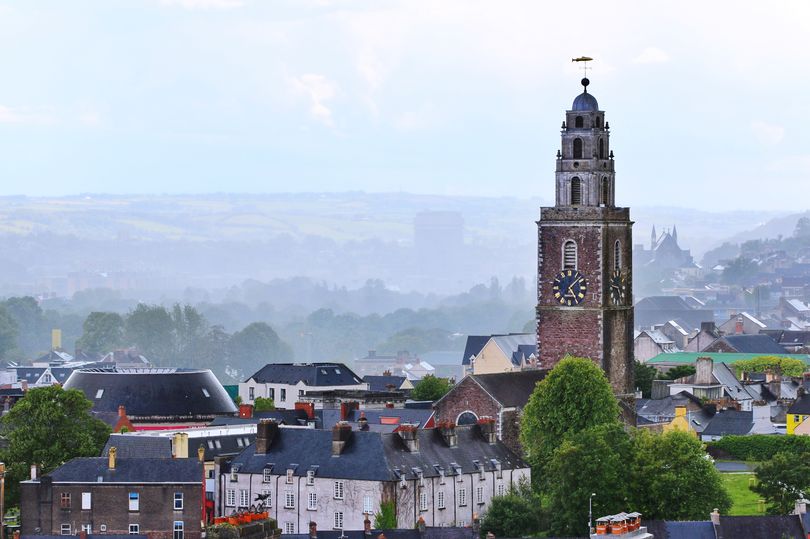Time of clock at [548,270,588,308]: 5:07
